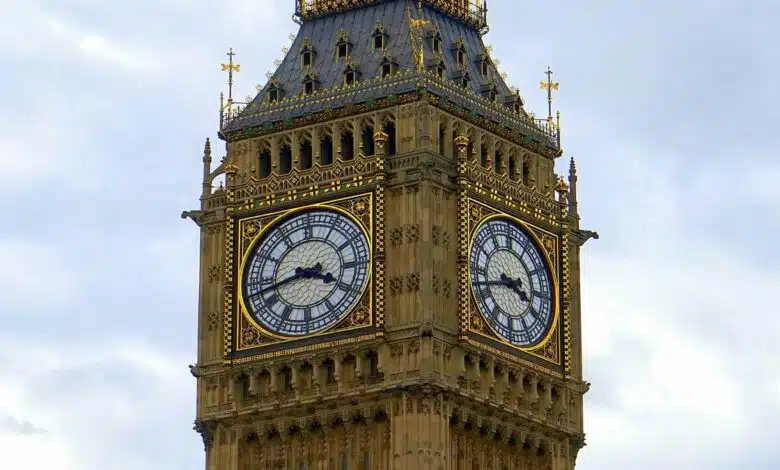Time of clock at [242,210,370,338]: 3:42
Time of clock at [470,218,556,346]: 3:42
